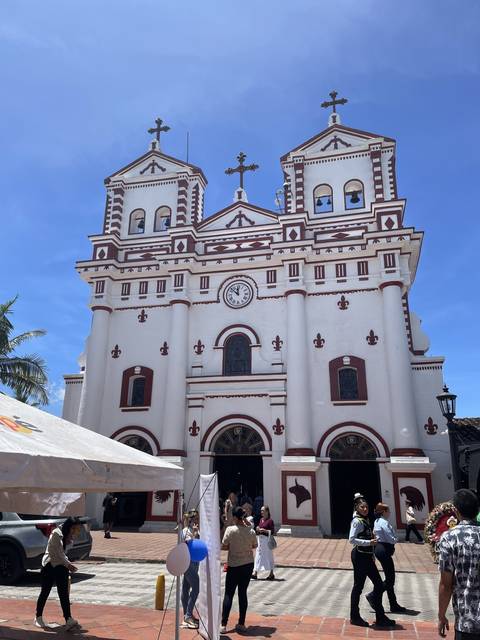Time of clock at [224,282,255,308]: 11:52
